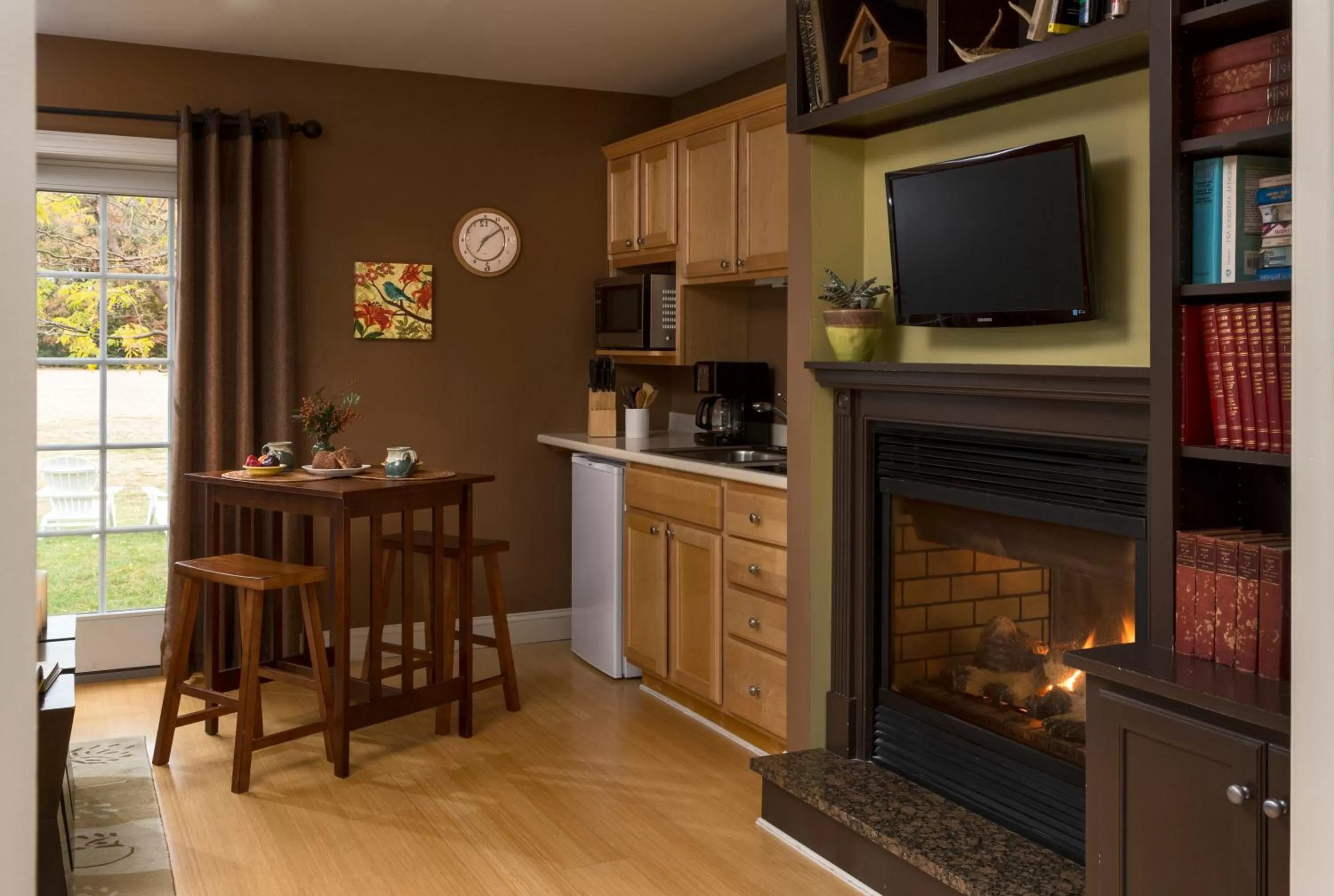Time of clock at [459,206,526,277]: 7:09
